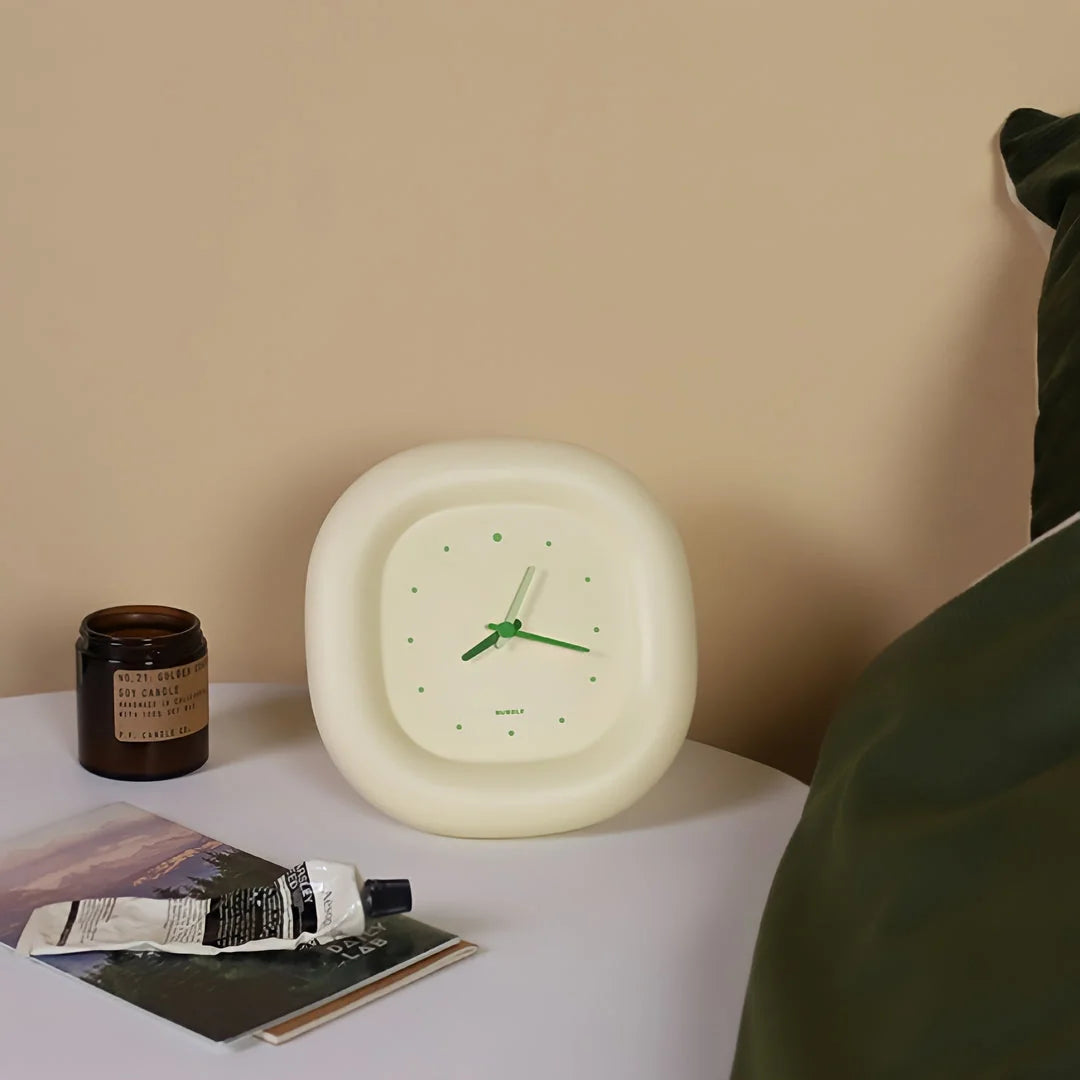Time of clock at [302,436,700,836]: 8:17
